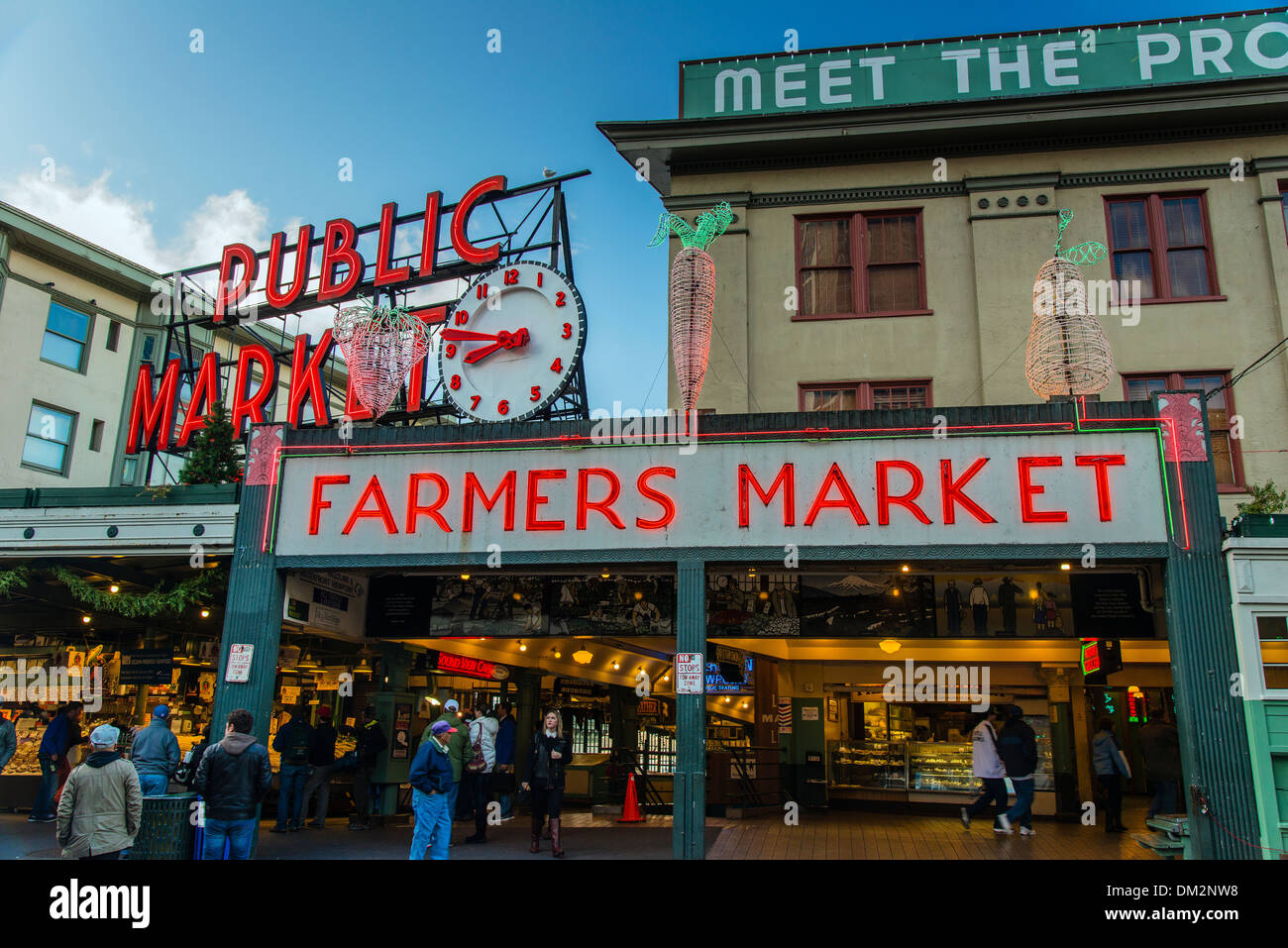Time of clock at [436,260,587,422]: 8:47
